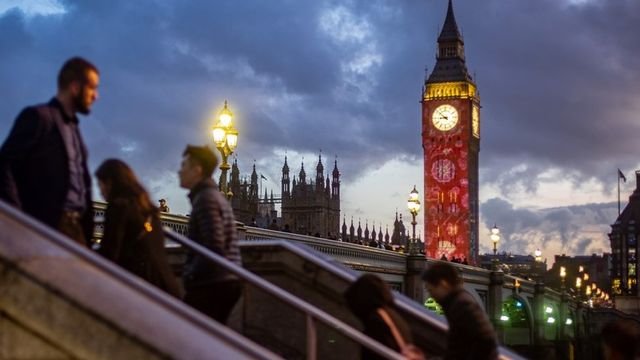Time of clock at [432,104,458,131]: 8:51
